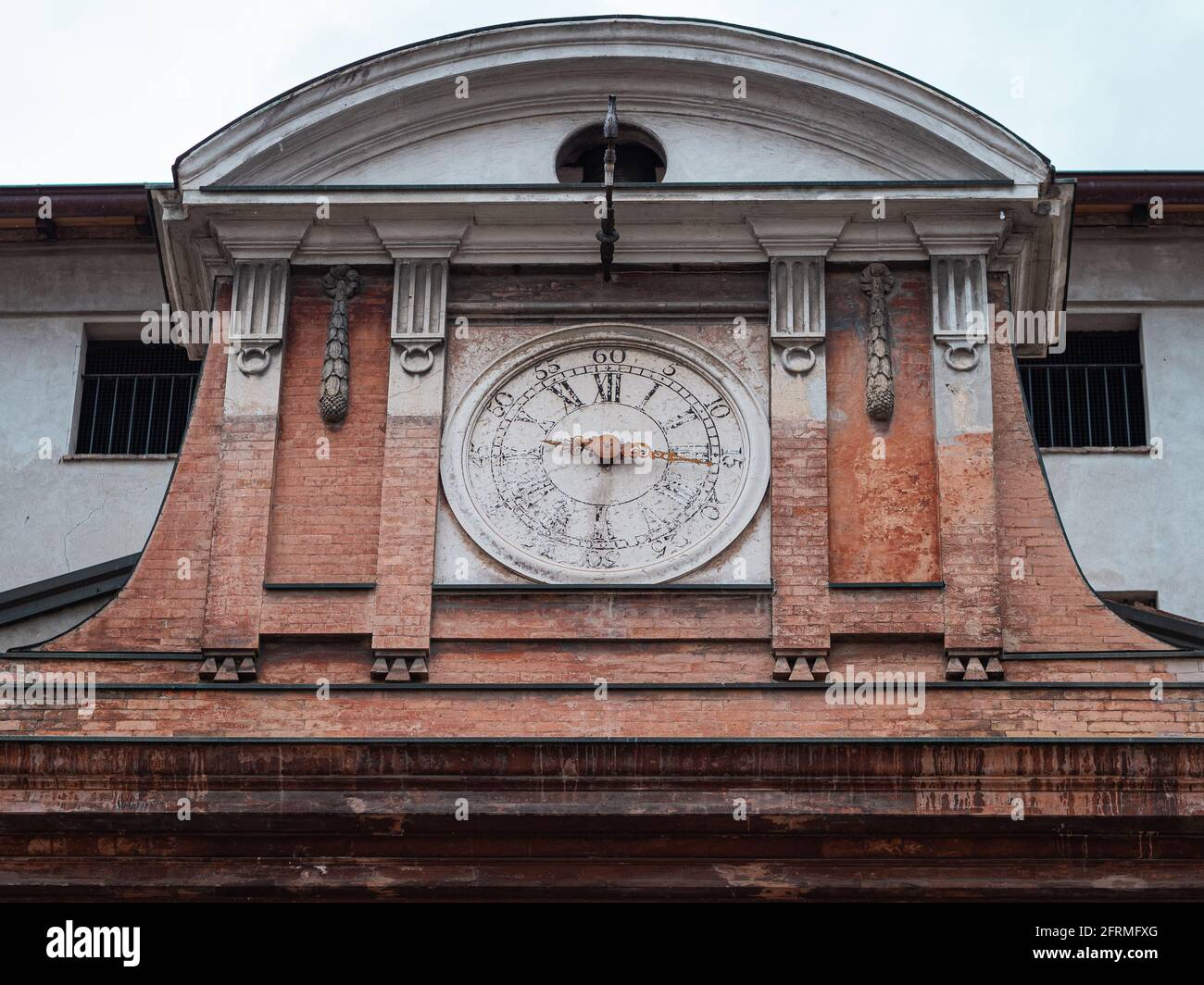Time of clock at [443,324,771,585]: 6:15
